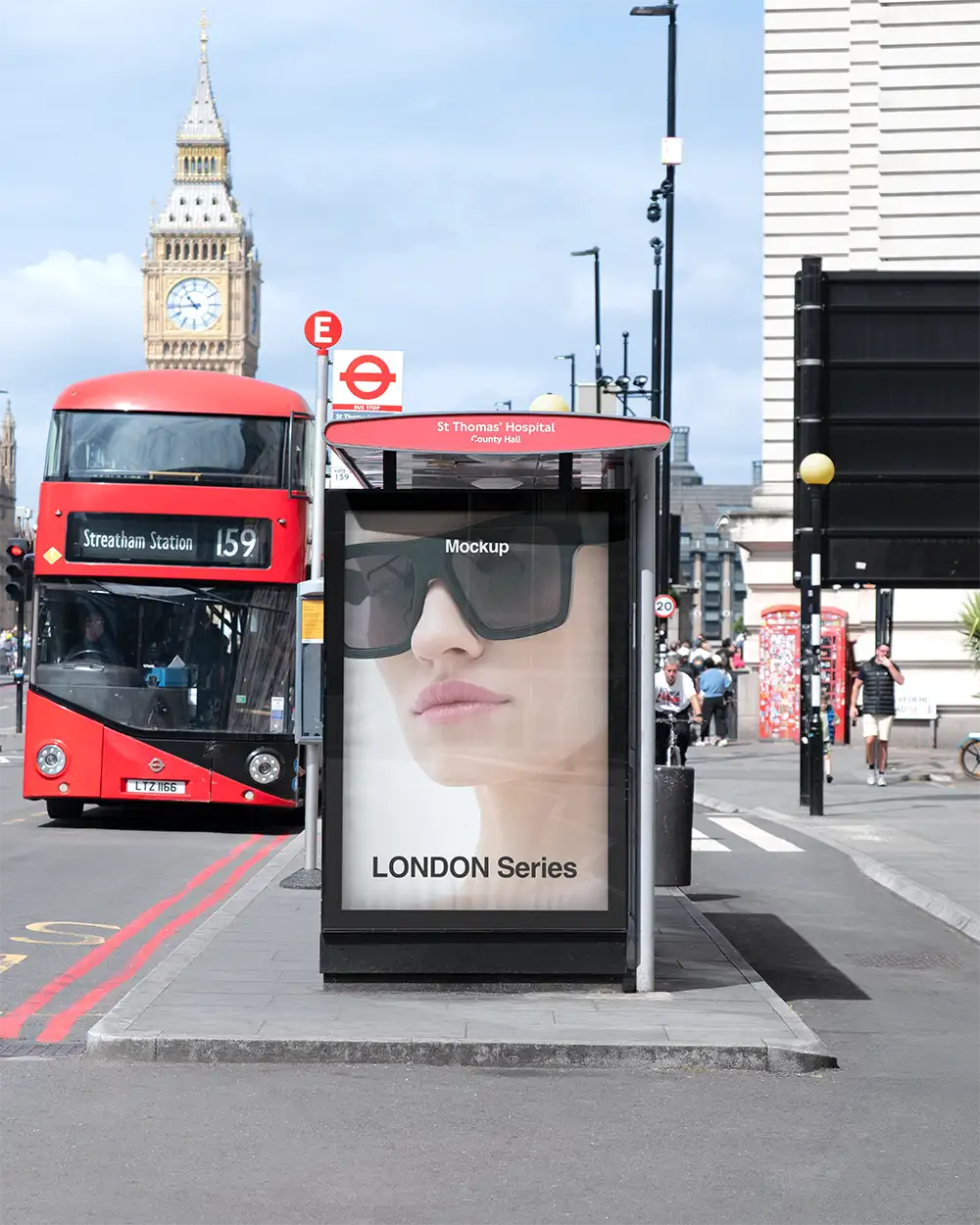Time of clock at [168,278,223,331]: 10:43
